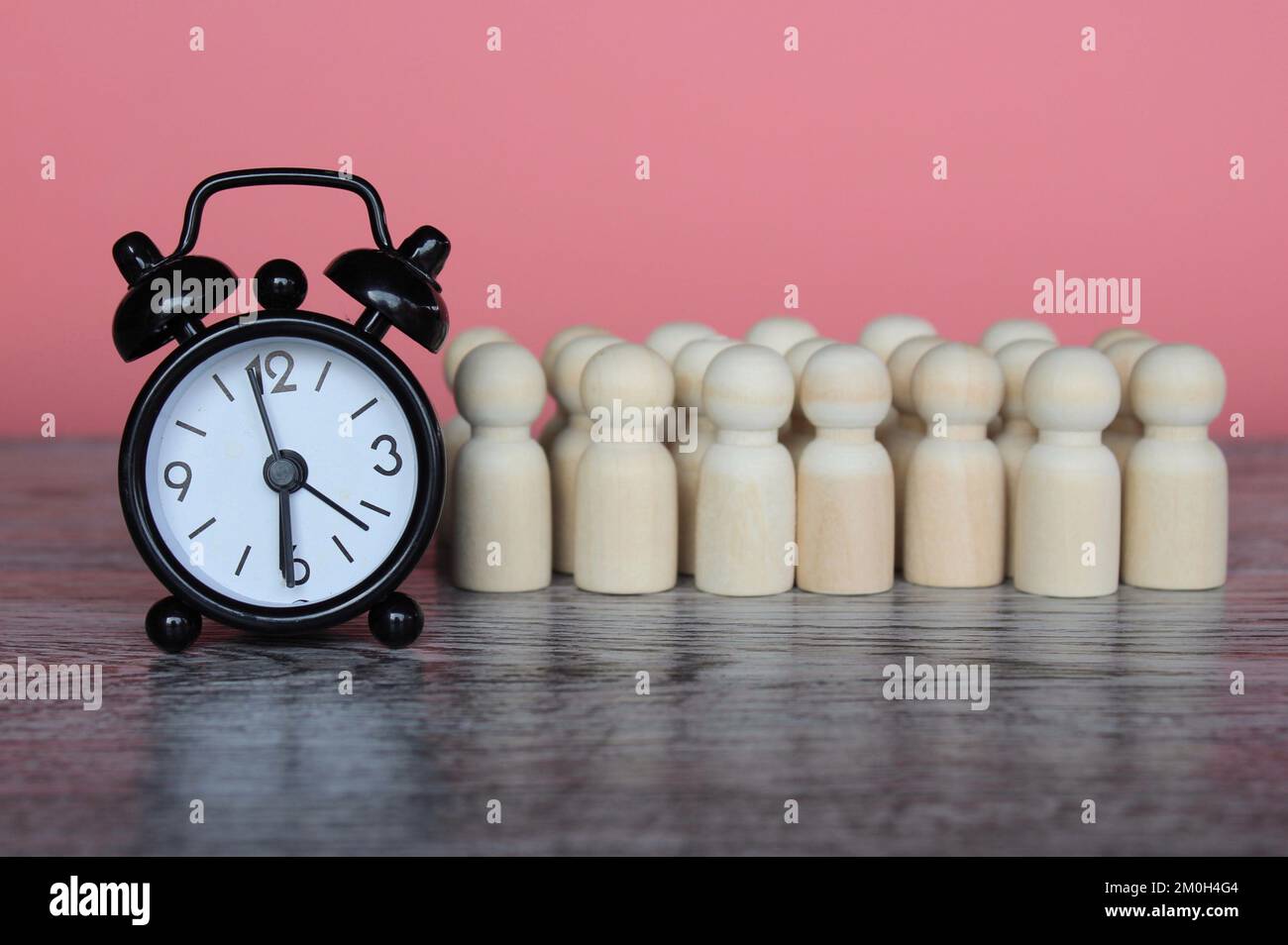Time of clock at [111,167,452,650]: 6:21
